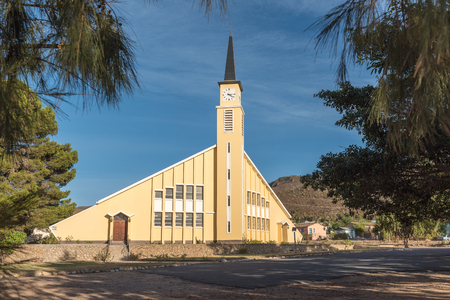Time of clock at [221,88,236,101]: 4:14
